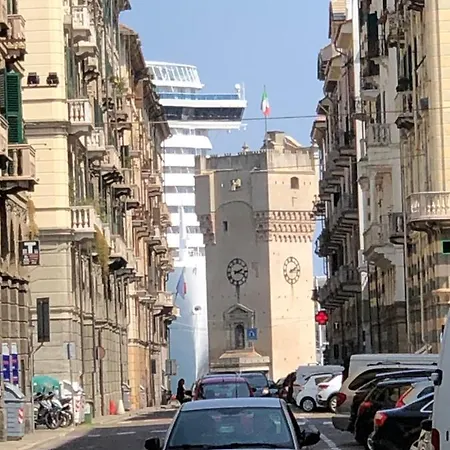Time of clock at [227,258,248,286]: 2:18
